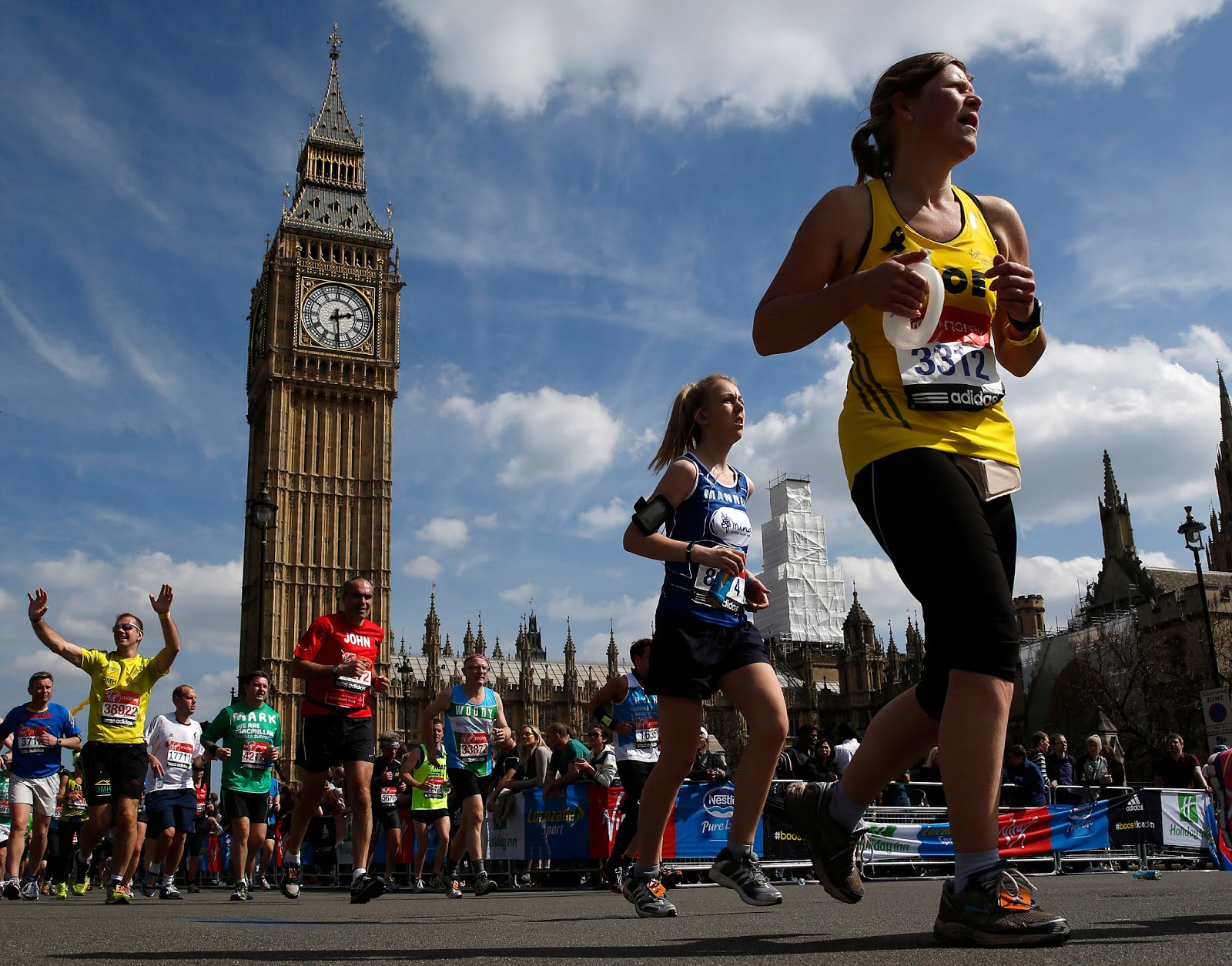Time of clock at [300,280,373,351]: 2:29
